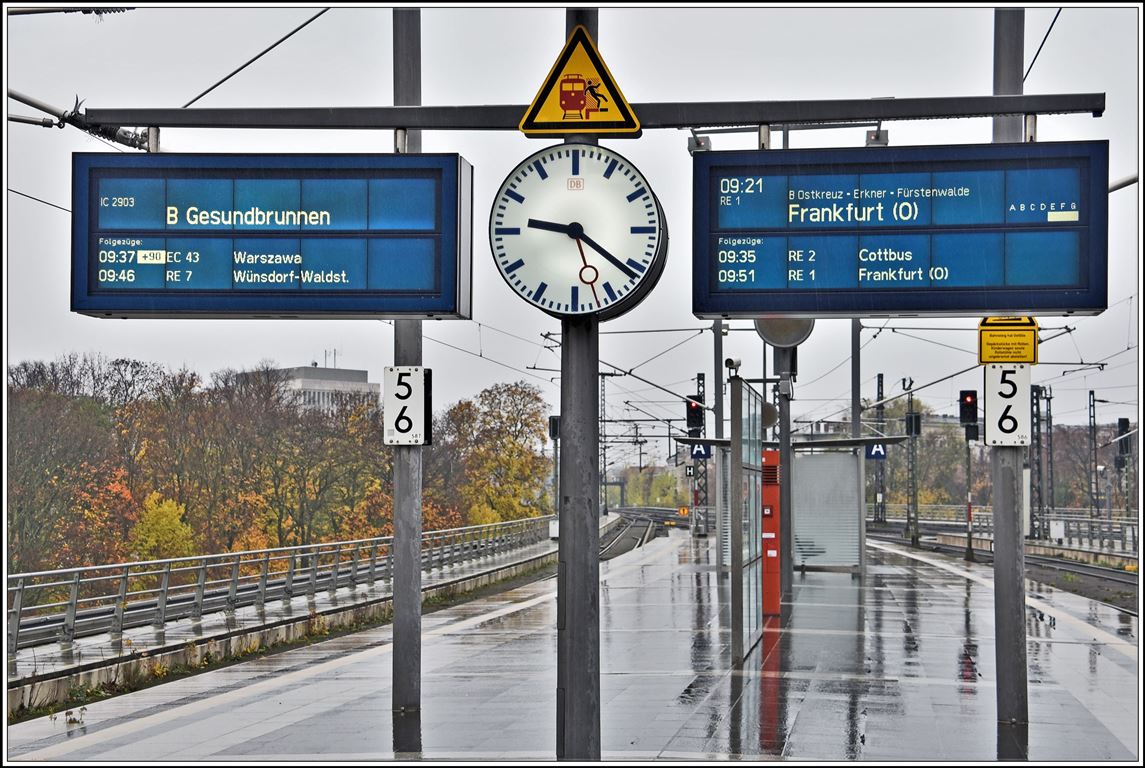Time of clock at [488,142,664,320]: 9:21
